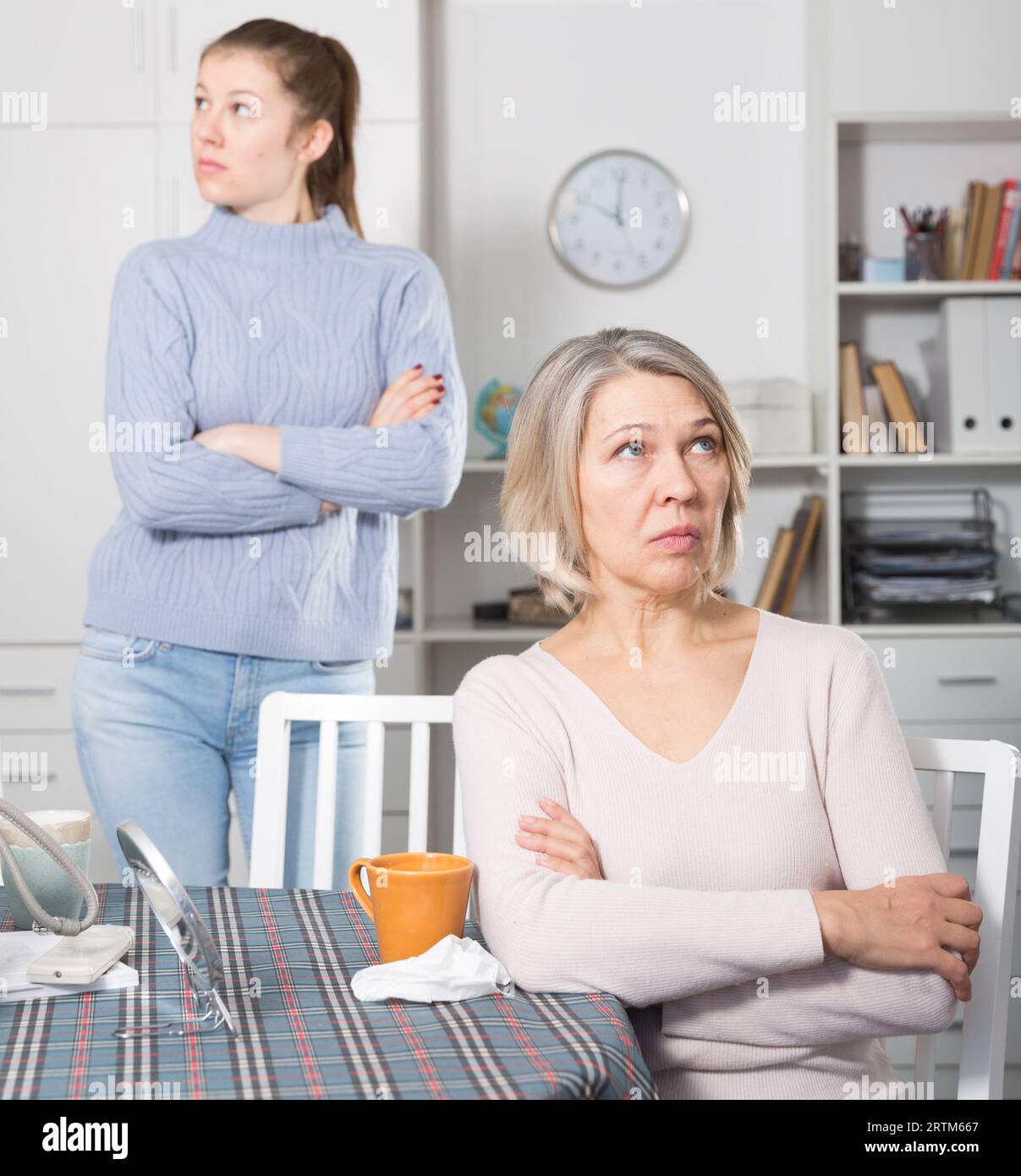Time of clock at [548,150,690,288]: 10:00
